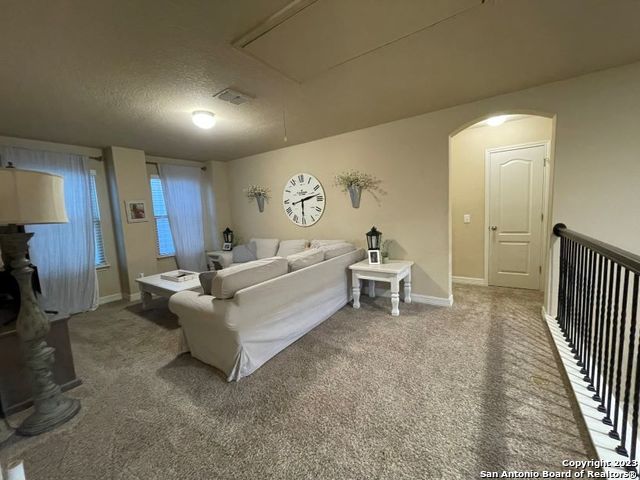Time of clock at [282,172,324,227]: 2:30
